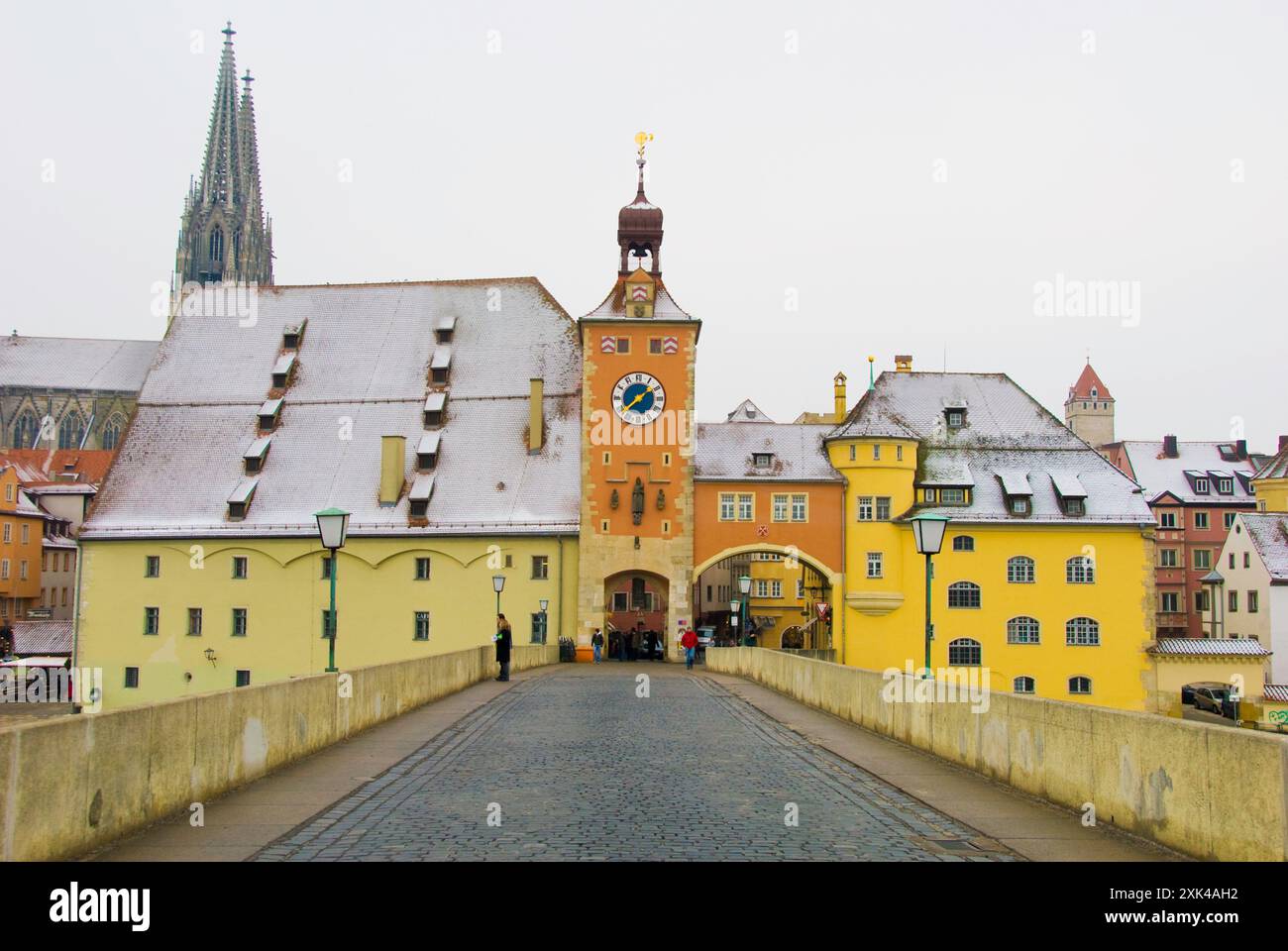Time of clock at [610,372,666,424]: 1:38
